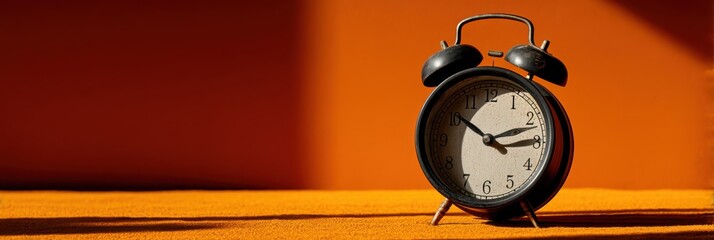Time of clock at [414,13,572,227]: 2:51
